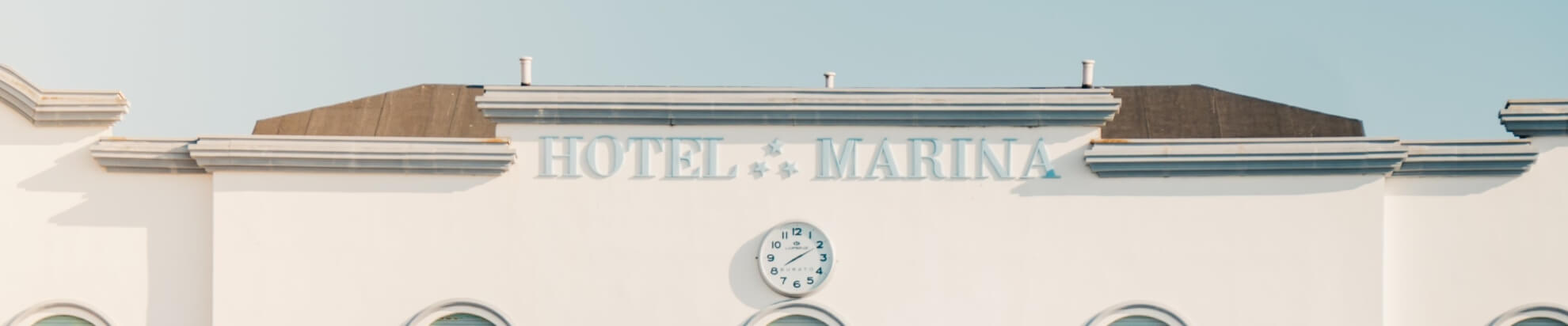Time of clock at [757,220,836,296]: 8:10
